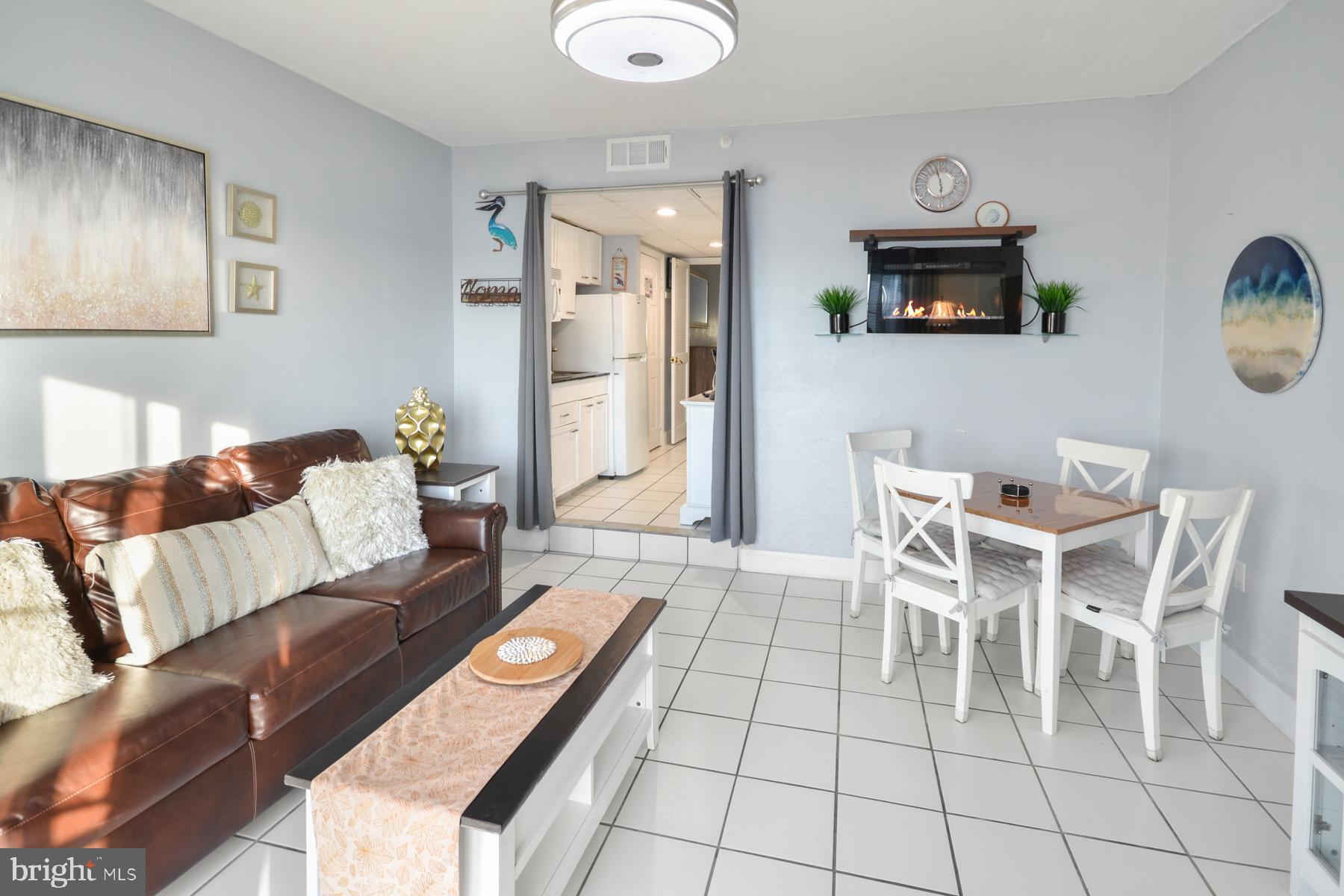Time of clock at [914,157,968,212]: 5:57
